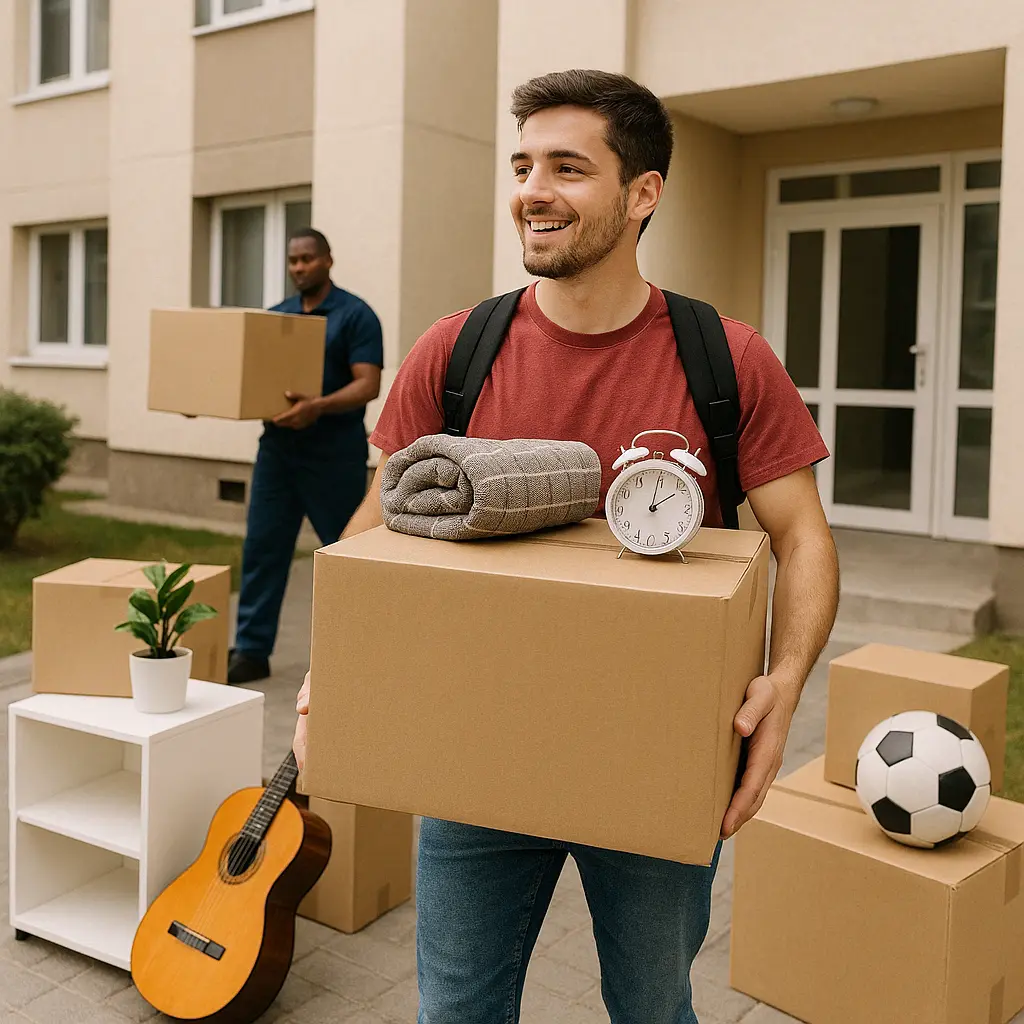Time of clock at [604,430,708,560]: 2:02
